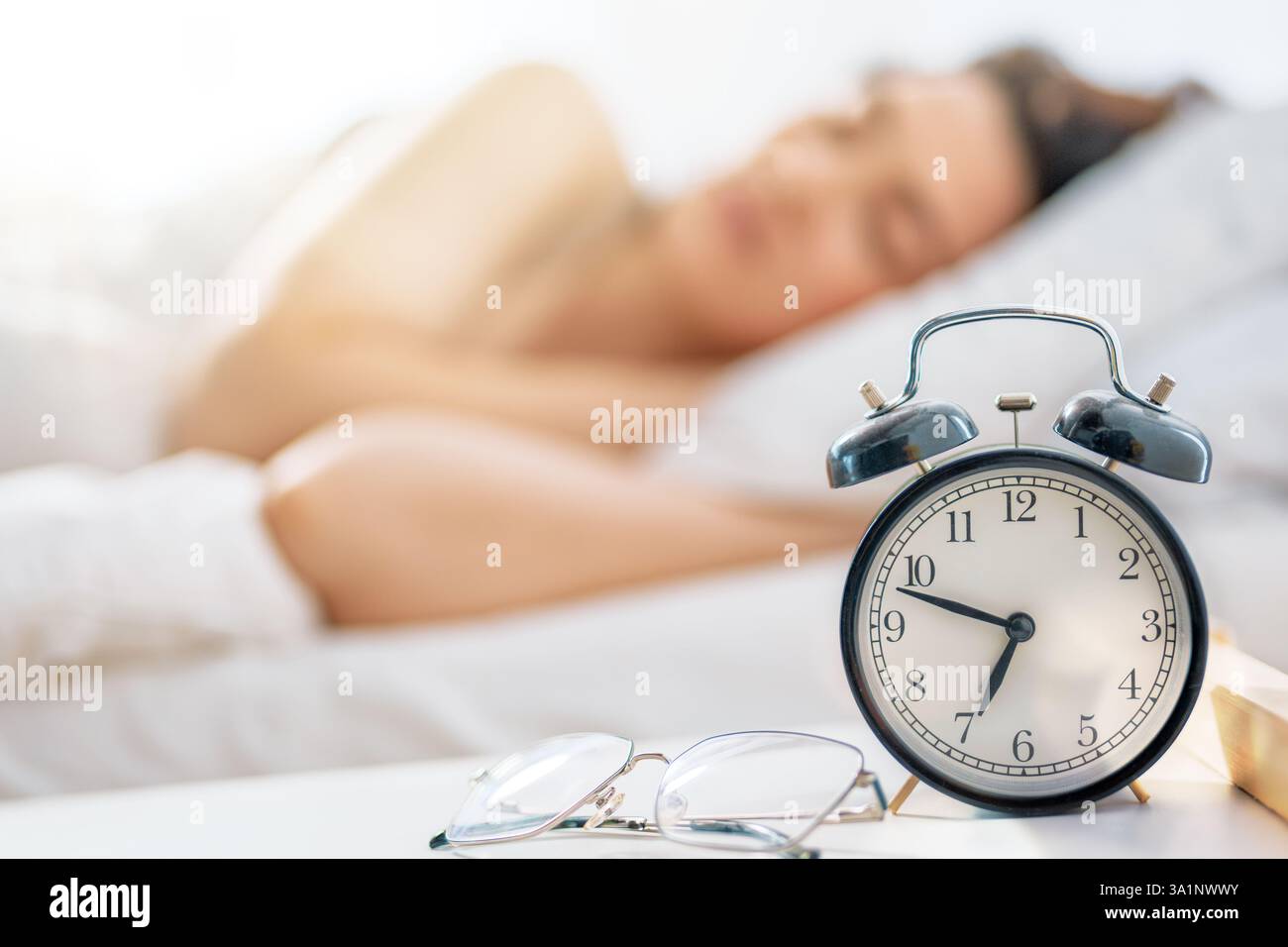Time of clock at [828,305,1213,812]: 6:48
